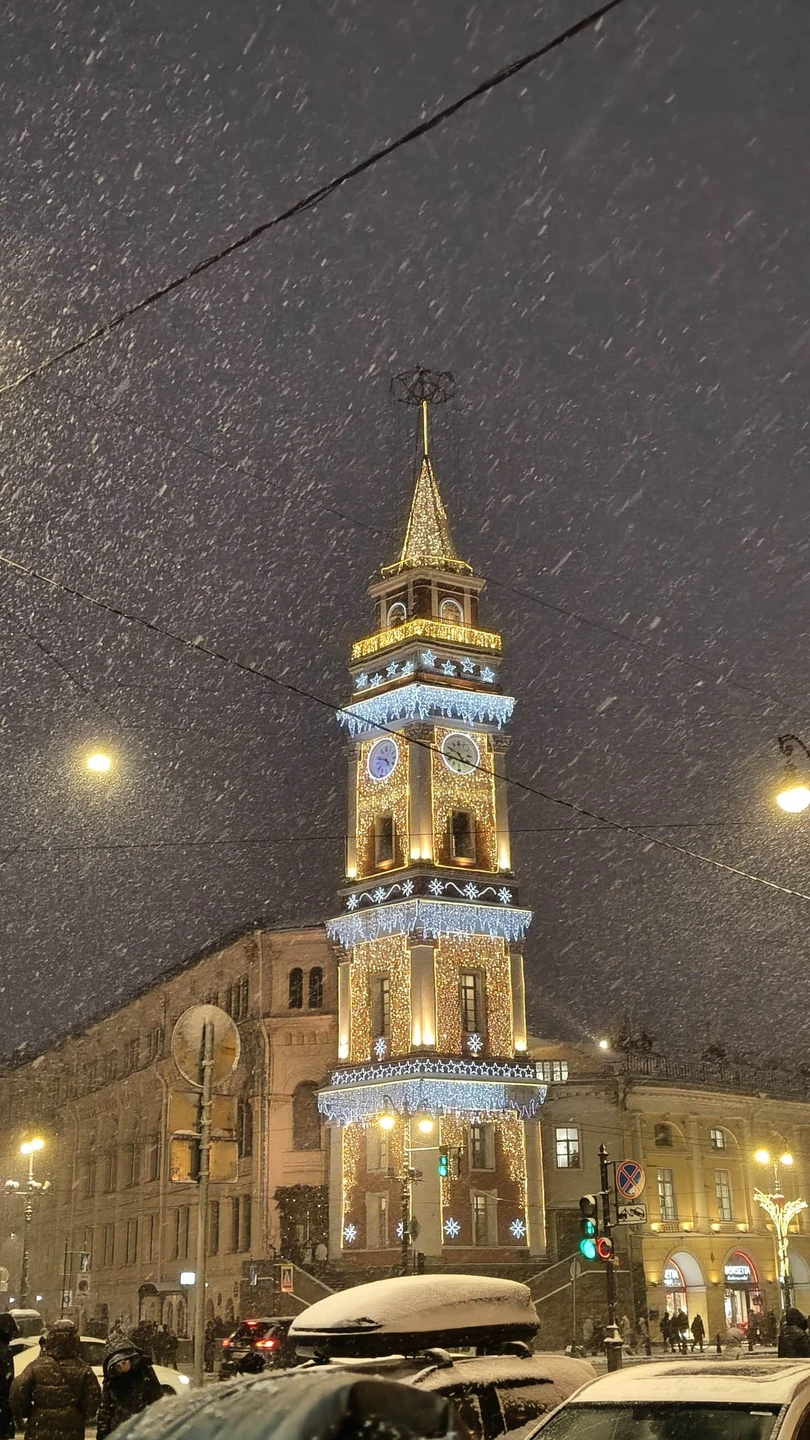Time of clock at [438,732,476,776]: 4:49
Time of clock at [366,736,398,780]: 4:47
